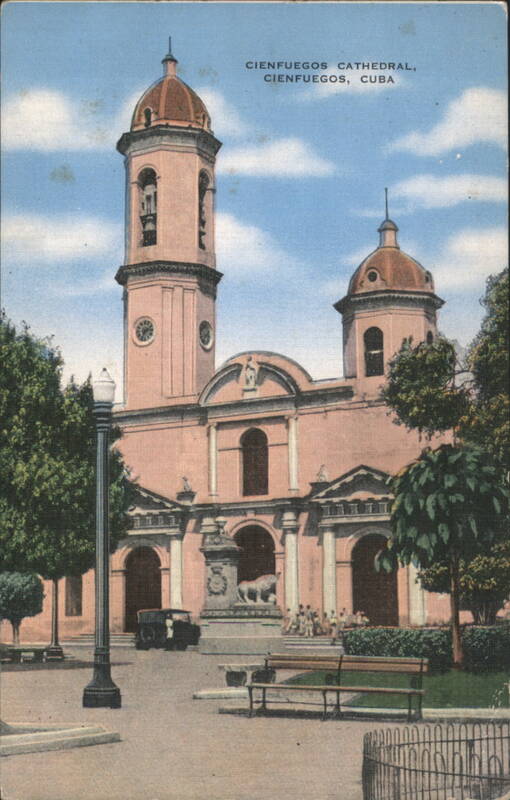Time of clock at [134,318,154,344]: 2:33
